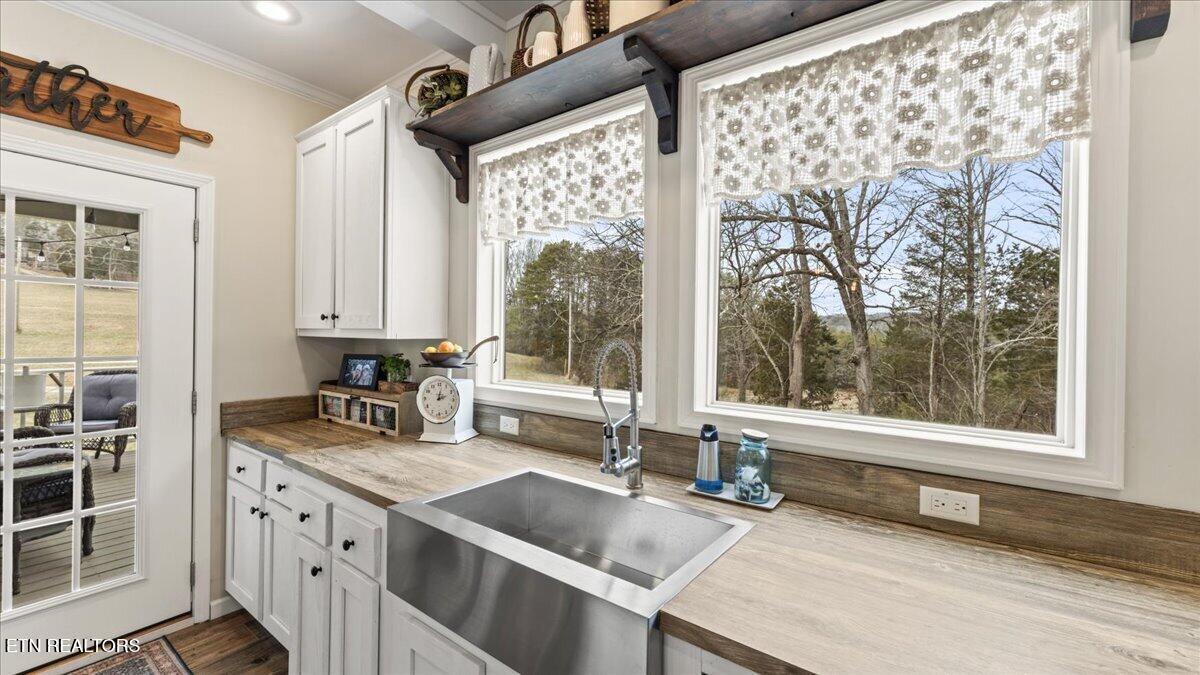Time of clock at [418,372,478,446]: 2:01
